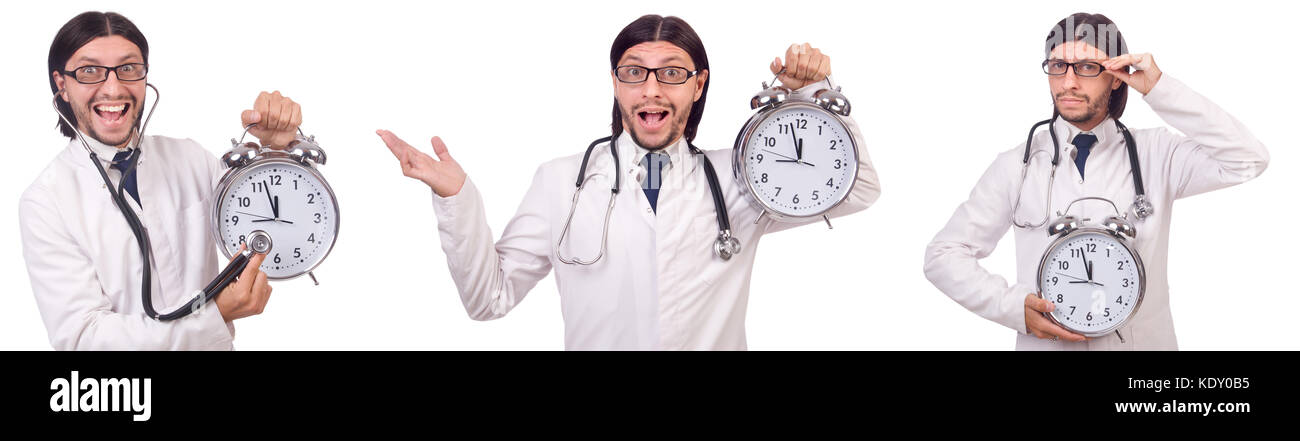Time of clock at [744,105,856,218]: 11:57
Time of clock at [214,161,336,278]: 11:57
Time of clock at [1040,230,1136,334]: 11:57
